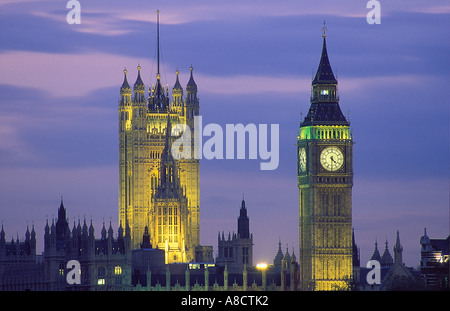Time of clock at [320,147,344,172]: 4:30
